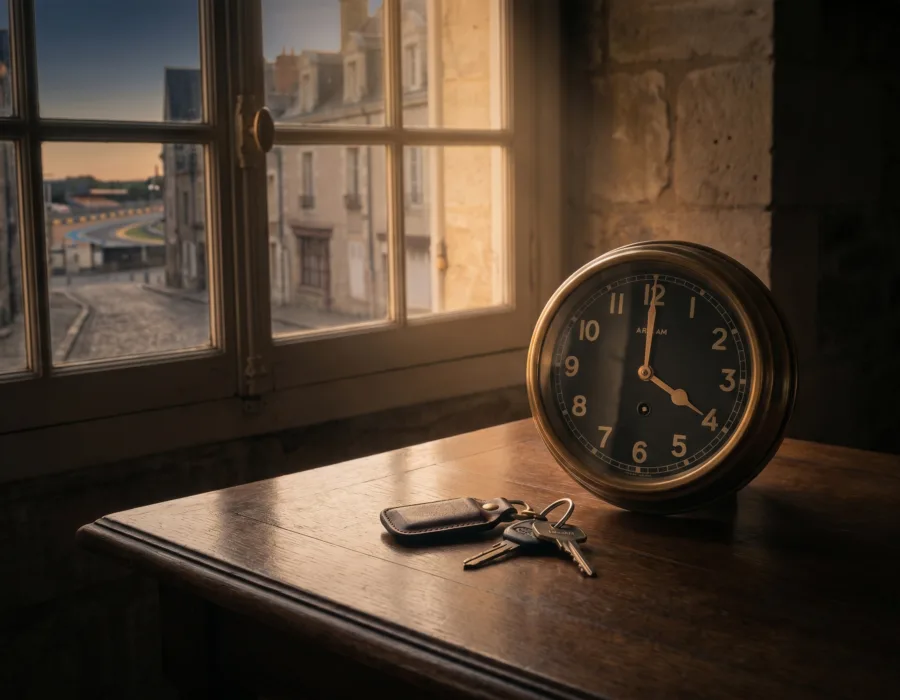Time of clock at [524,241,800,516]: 4:00
